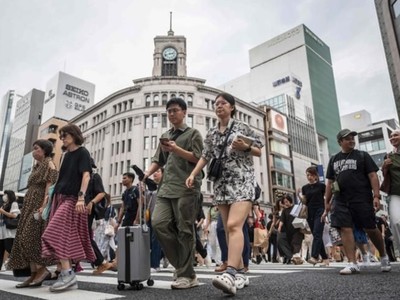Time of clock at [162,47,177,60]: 2:42
